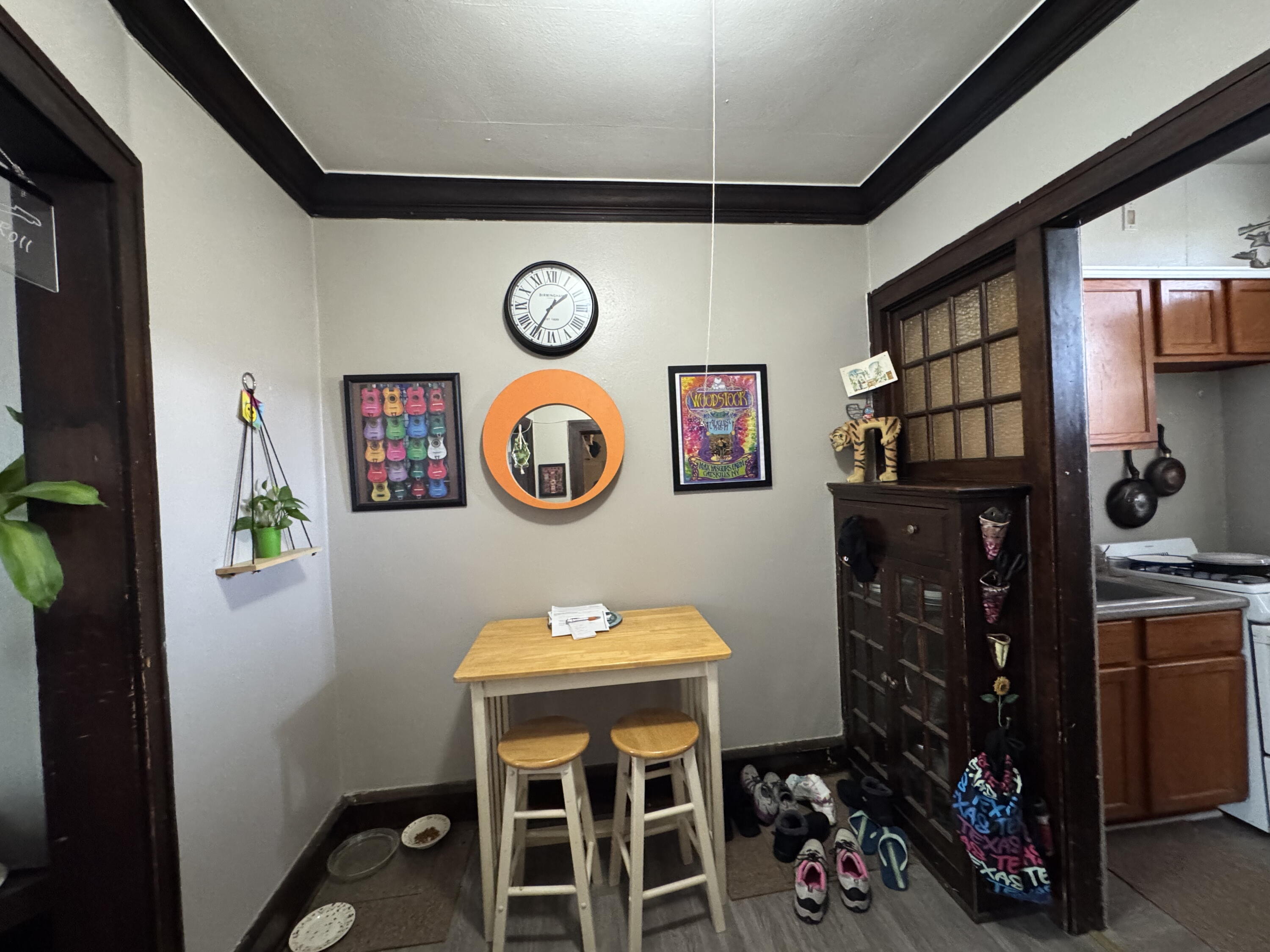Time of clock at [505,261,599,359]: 1:35
